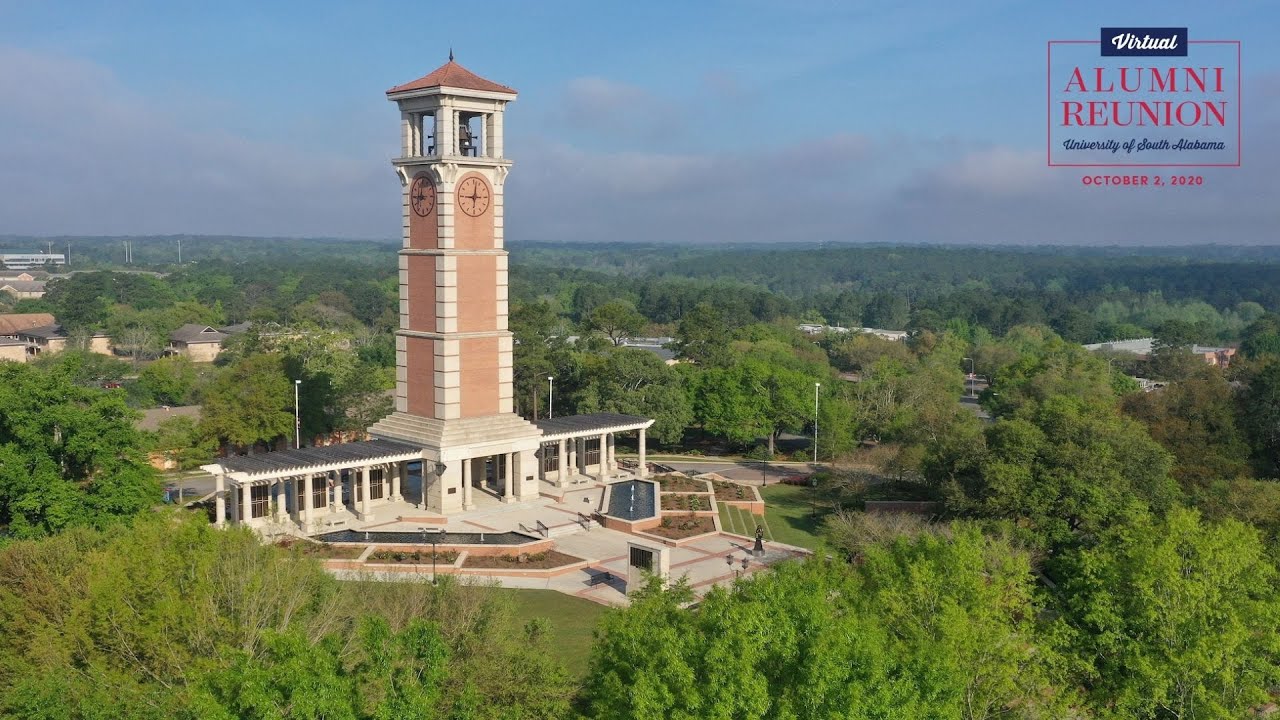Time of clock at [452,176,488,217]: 9:01
